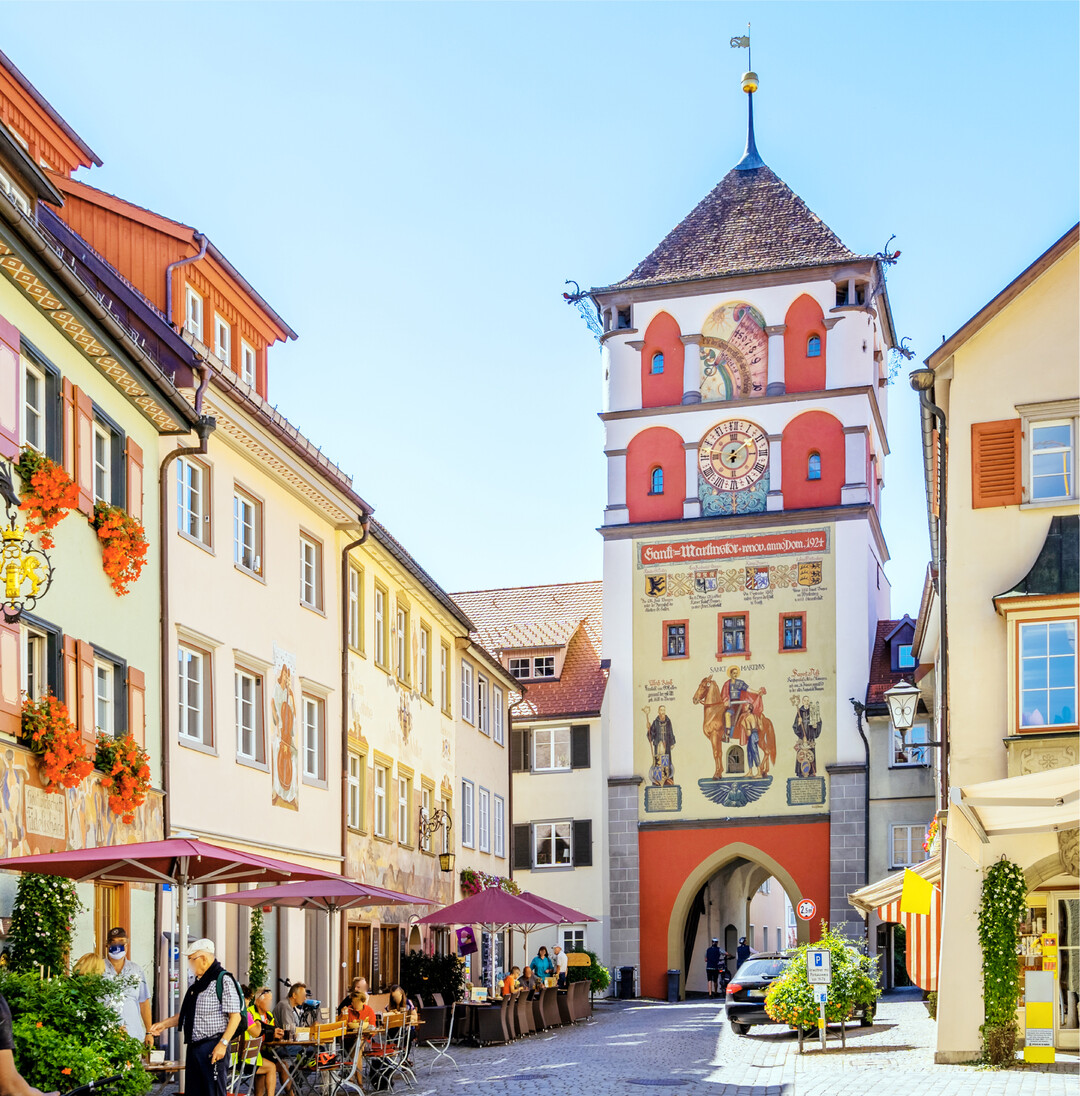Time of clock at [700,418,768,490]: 6:08
